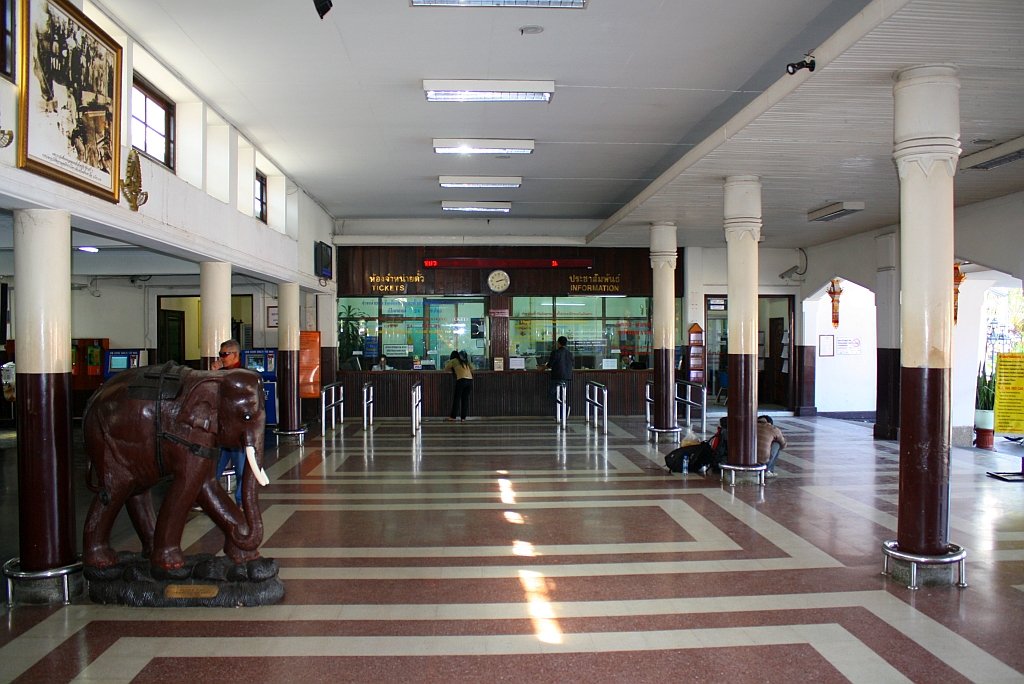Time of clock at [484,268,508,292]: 2:12
